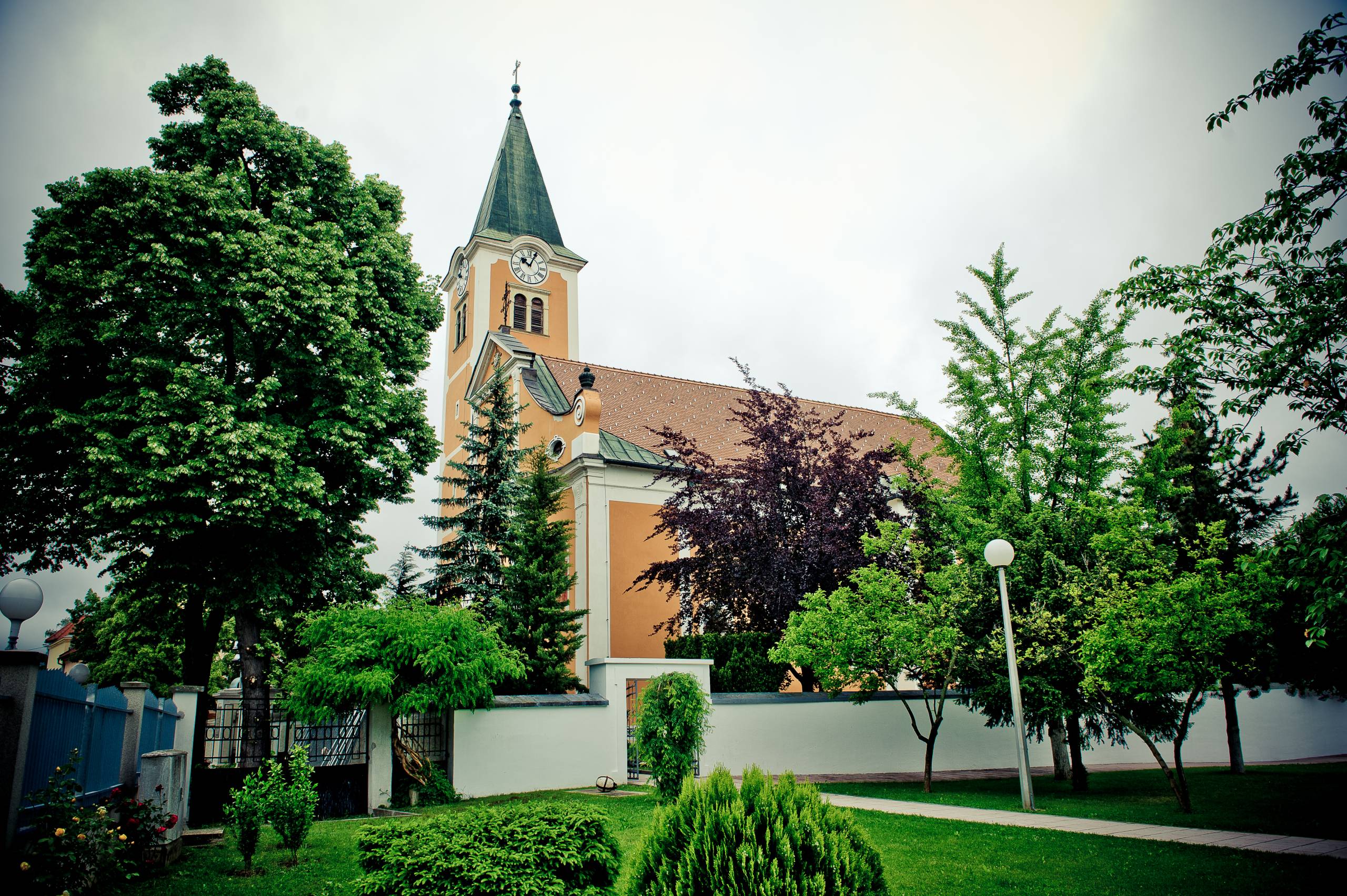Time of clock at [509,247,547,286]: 10:04
